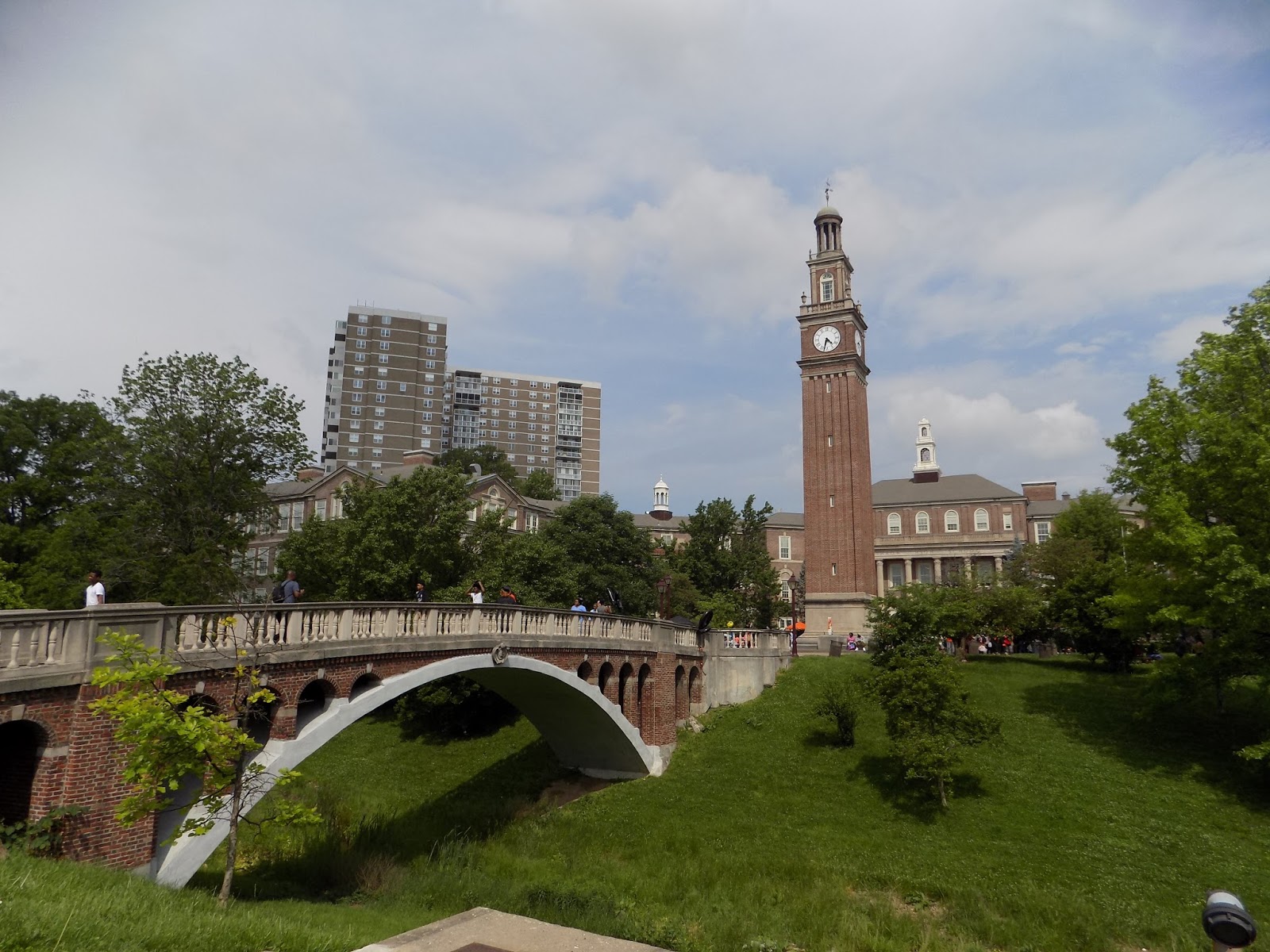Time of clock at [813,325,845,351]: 4:32
